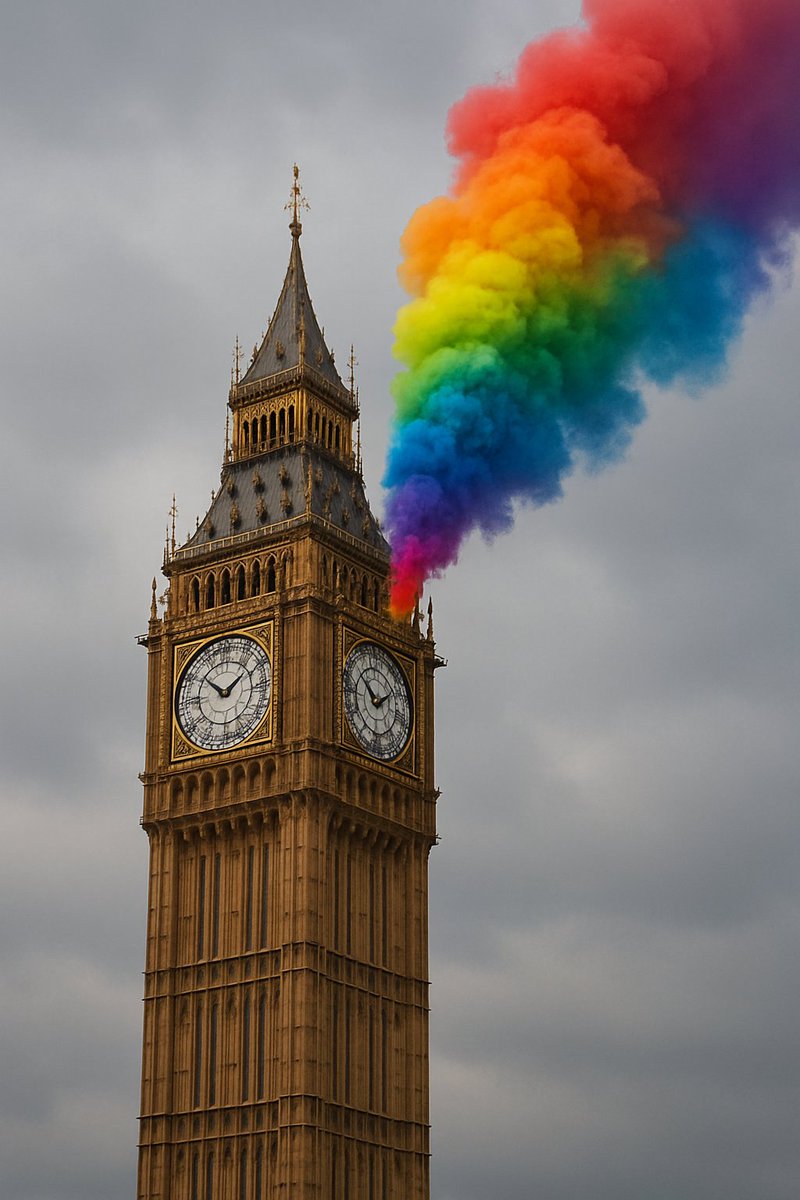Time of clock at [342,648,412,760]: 1:50
